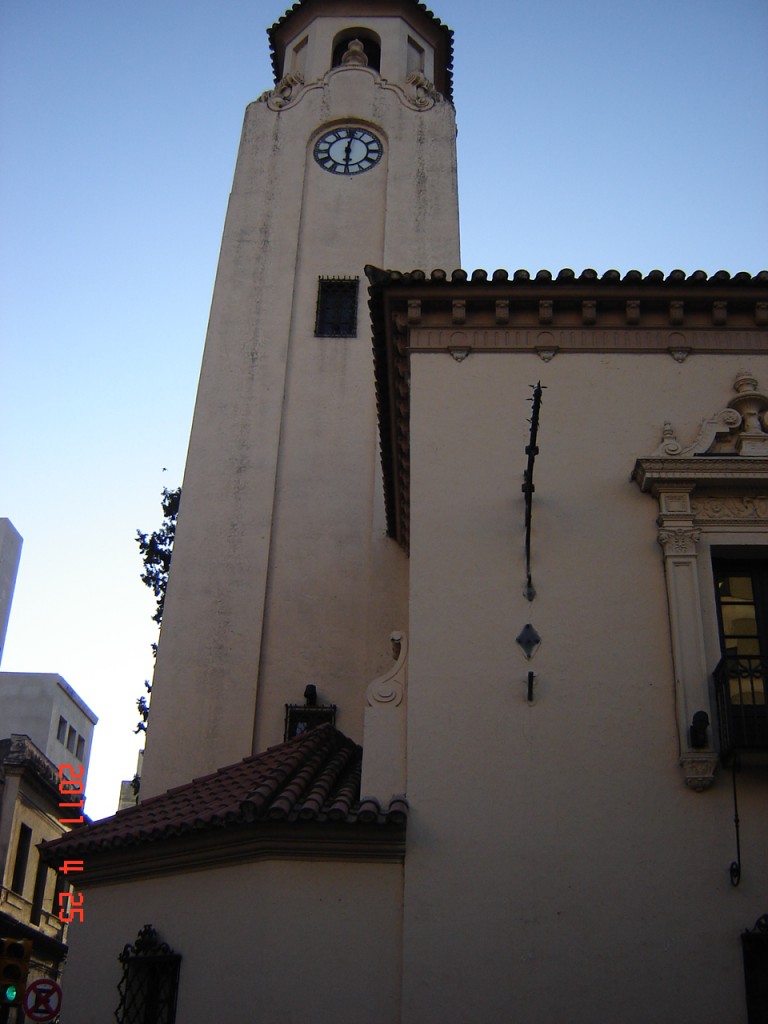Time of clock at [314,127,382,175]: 6:01
